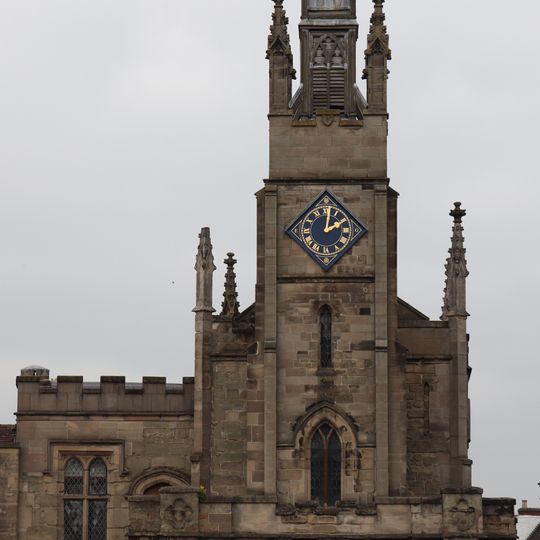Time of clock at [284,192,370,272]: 2:01
